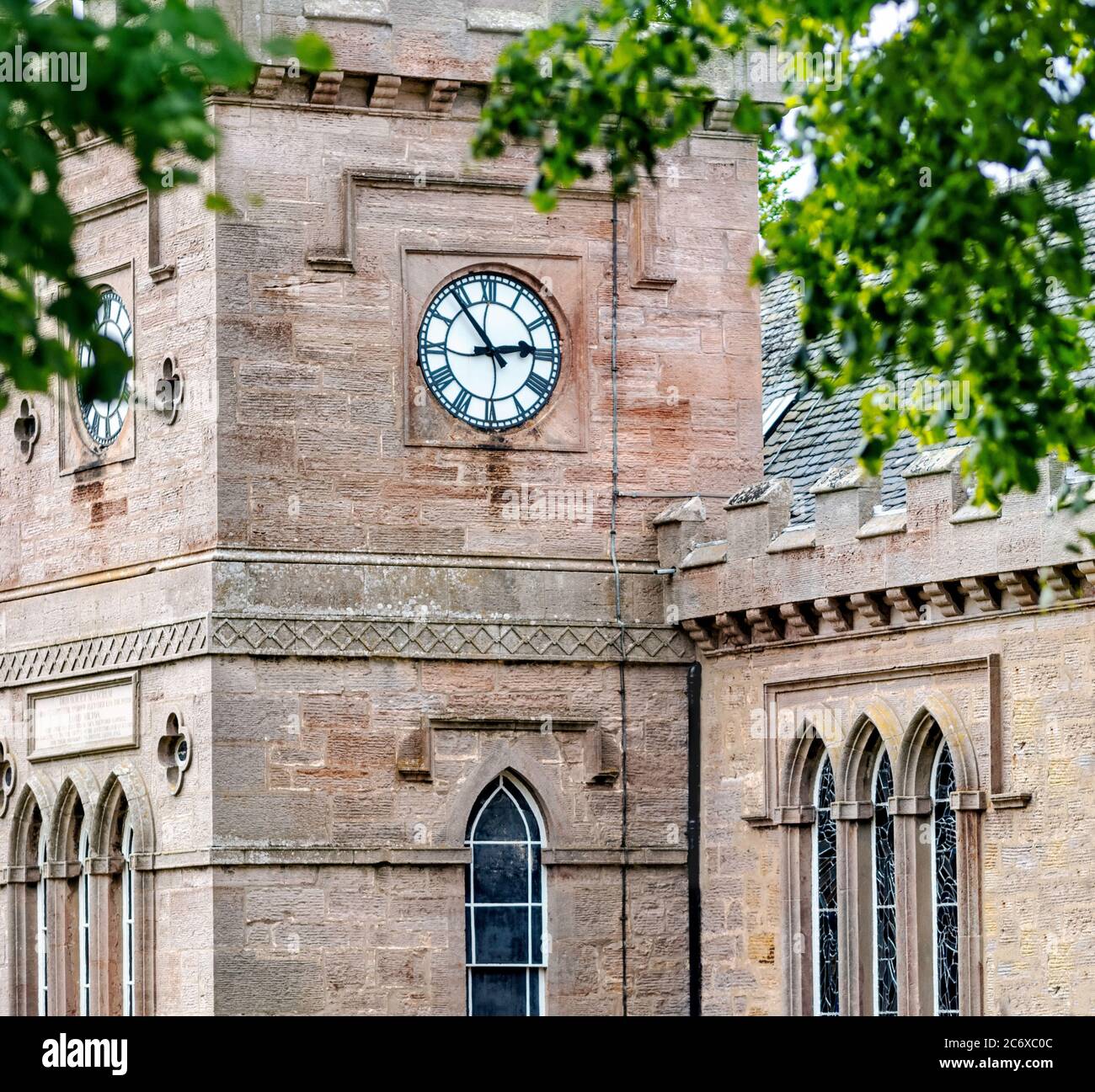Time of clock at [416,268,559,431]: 2:53
